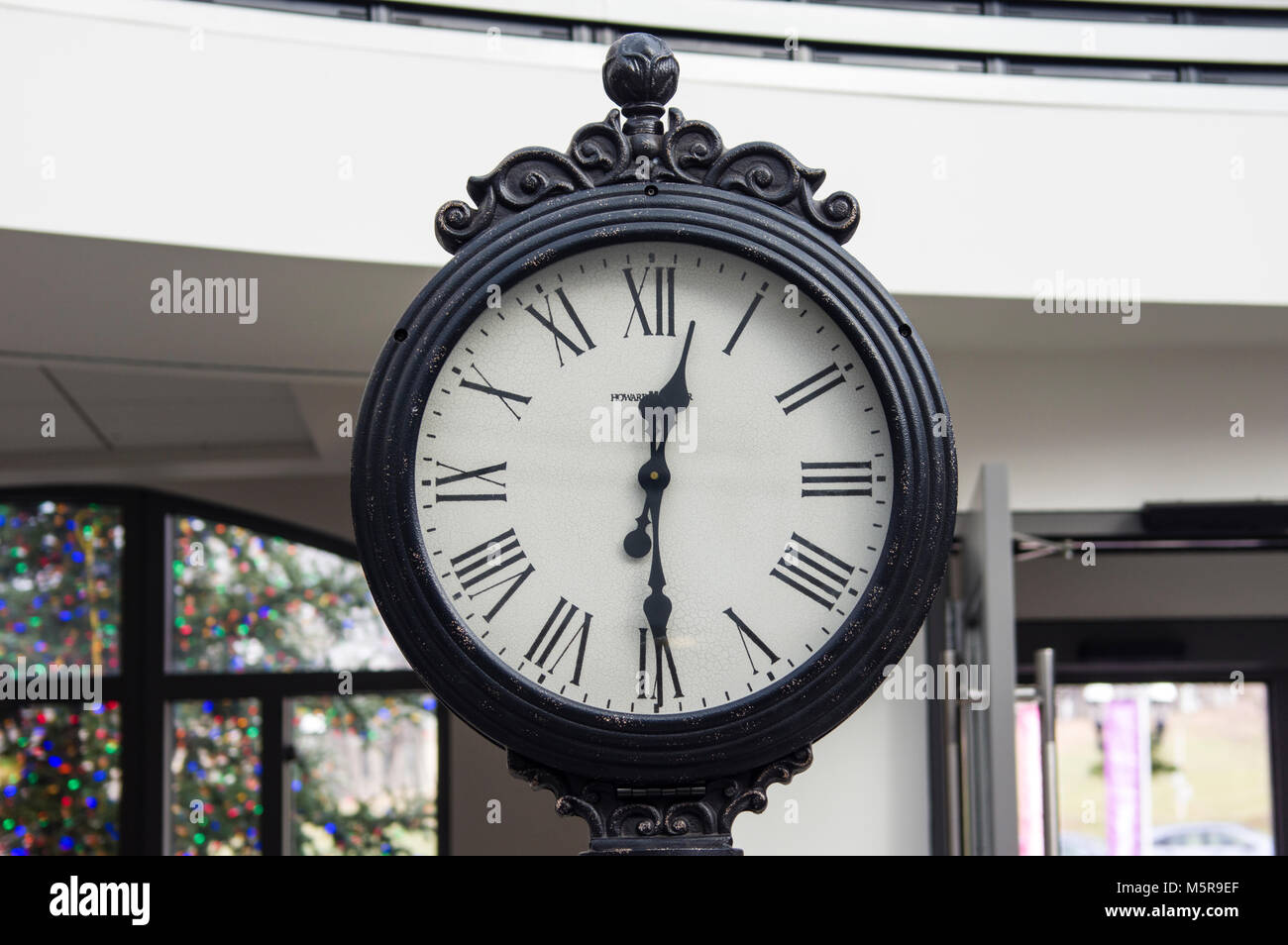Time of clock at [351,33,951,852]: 12:29
